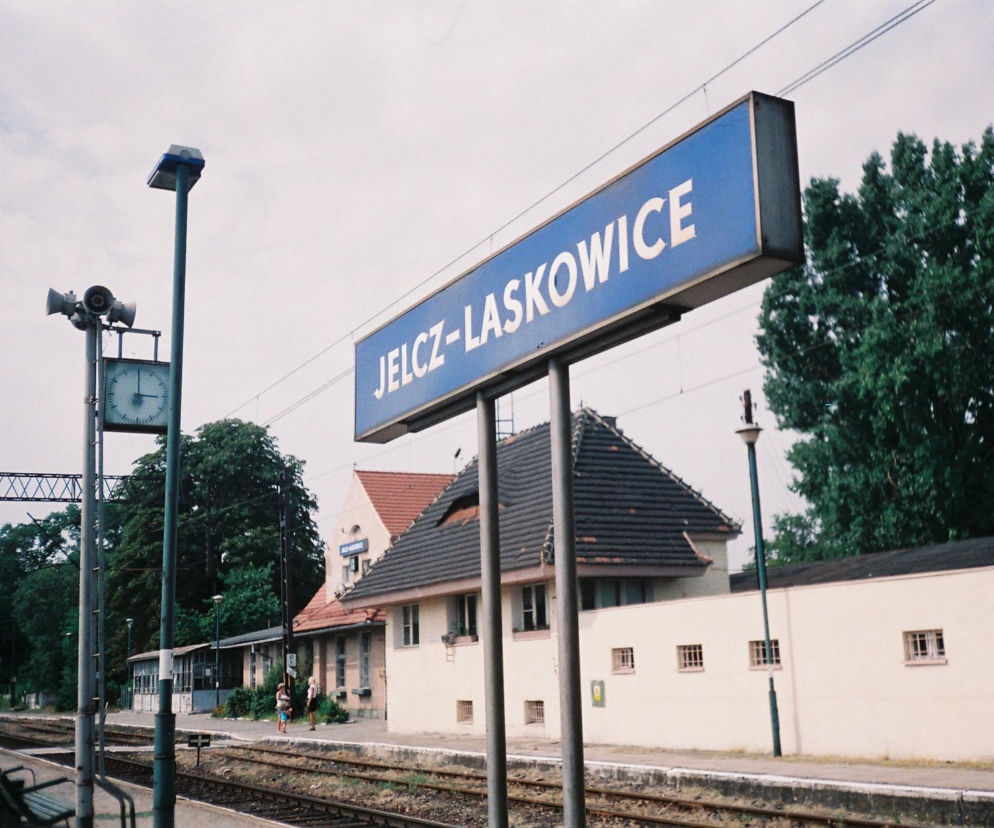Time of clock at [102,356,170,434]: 3:00
